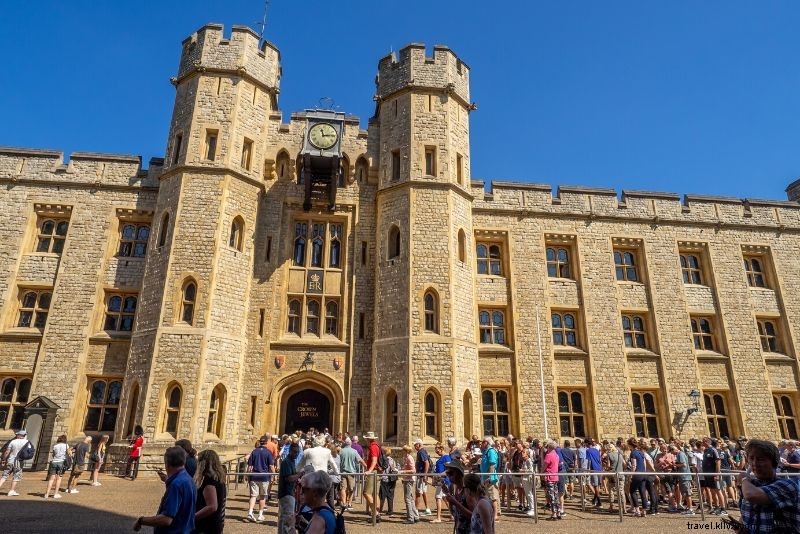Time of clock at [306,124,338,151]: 11:13
